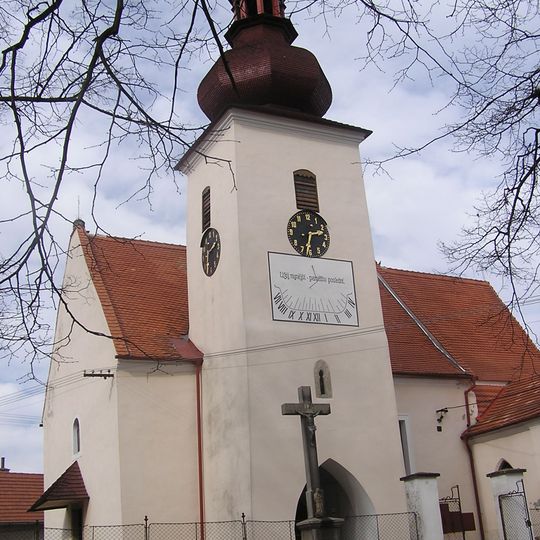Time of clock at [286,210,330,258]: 2:32
